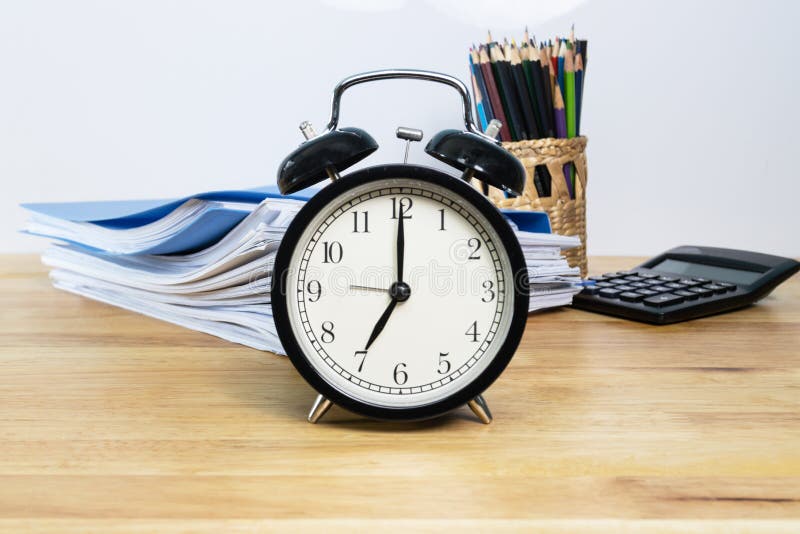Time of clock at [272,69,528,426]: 7:00
